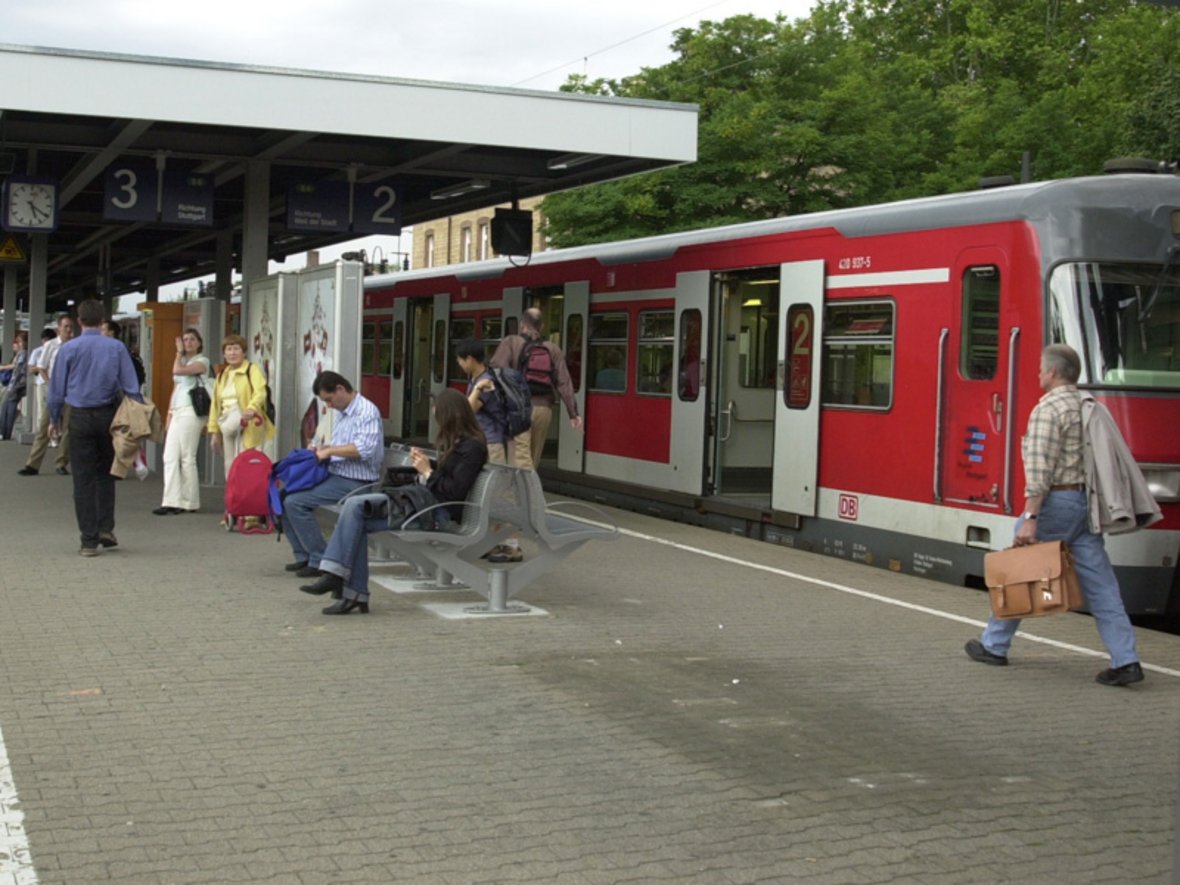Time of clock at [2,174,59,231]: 5:20
